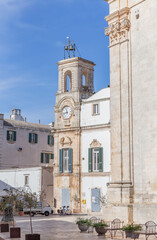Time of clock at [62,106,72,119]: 11:42
